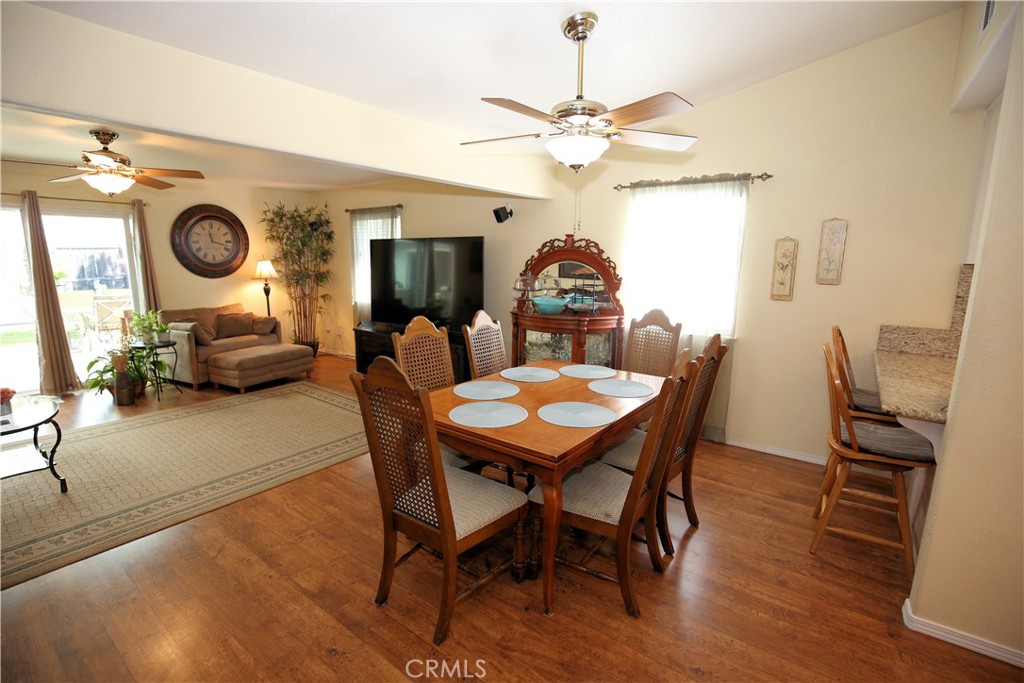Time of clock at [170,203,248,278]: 11:17
